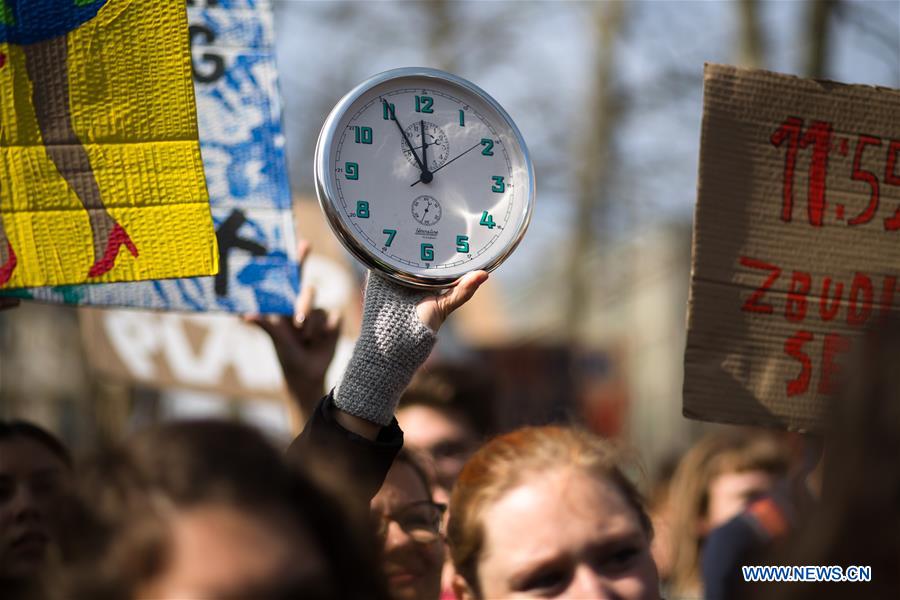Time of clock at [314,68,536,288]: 11:55
